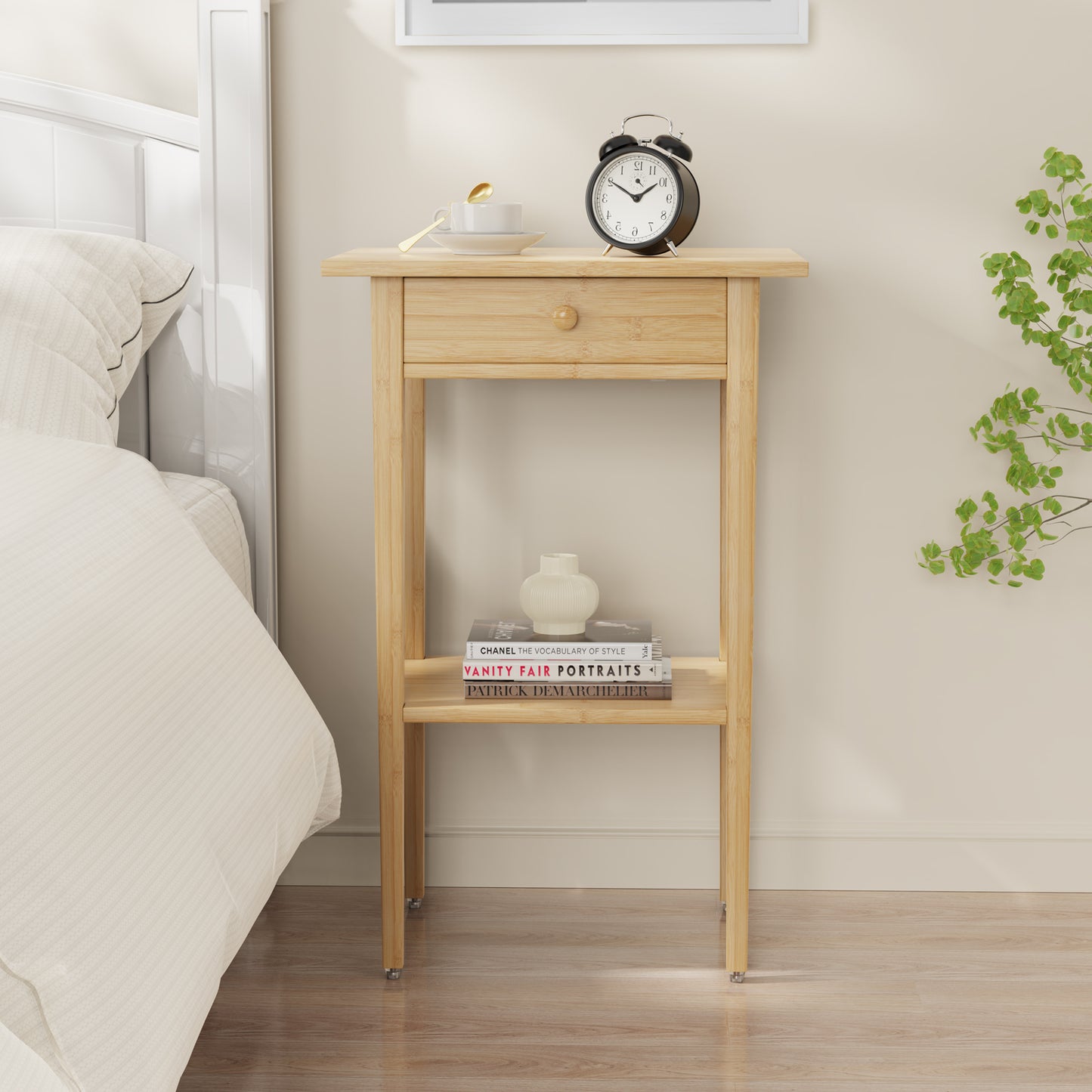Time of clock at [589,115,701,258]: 1:50
